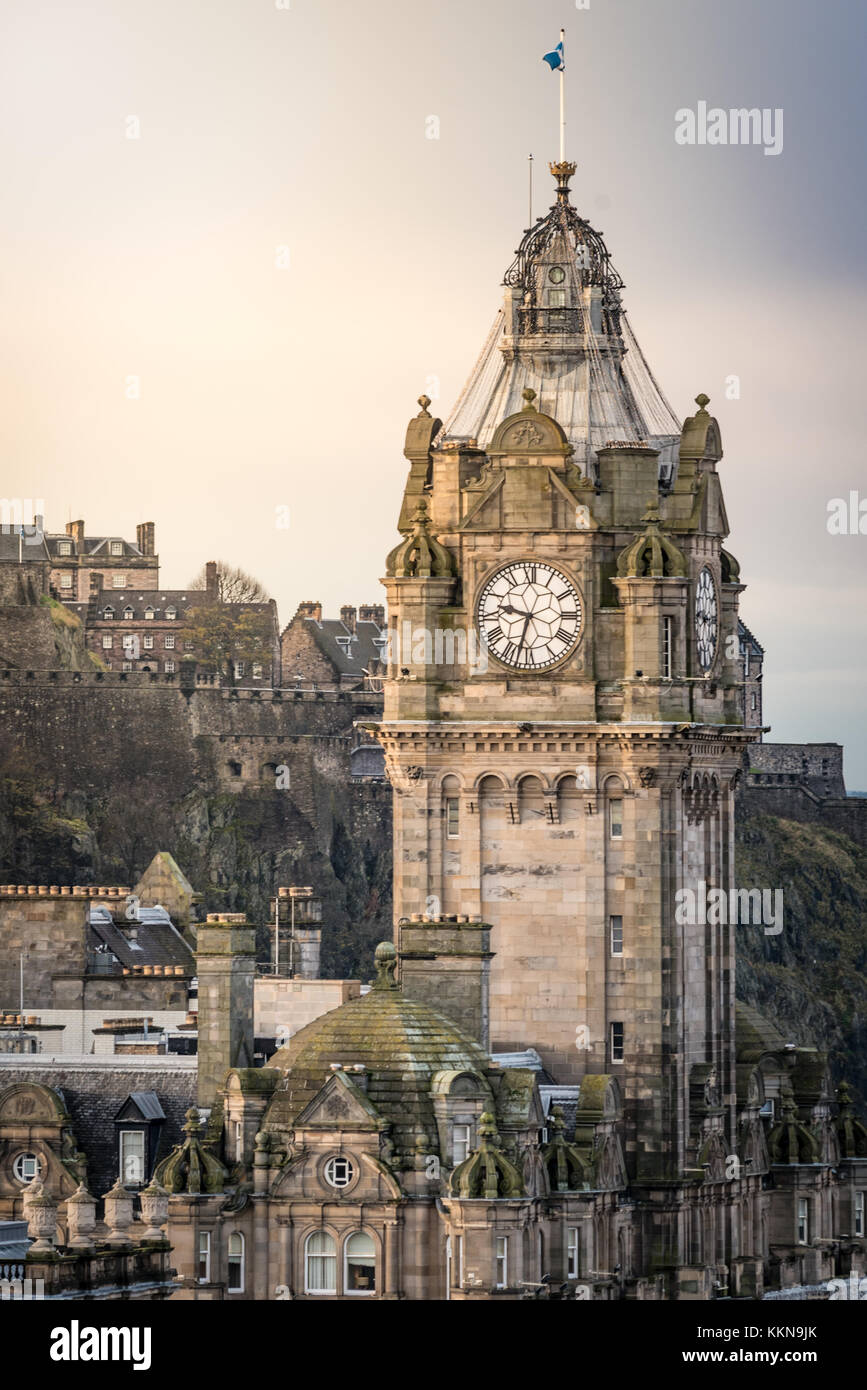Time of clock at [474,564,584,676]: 9:32
